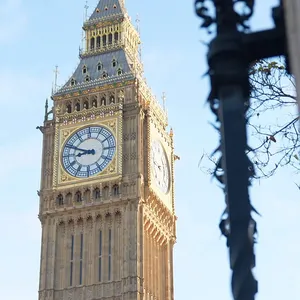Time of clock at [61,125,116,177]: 8:48
